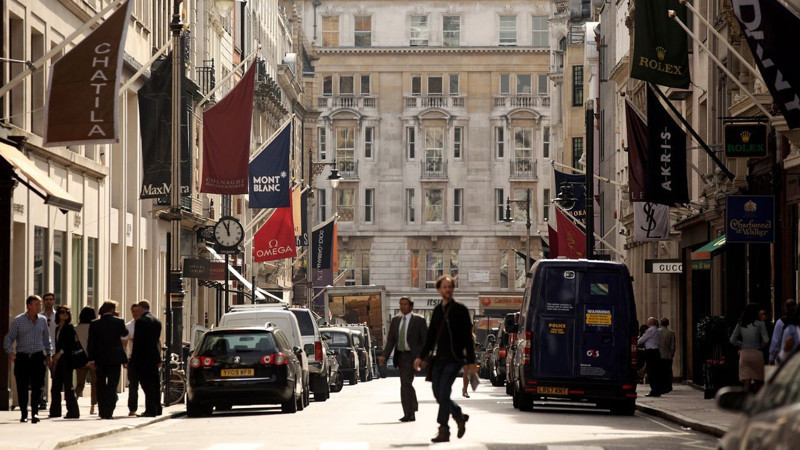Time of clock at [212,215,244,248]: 11:55
